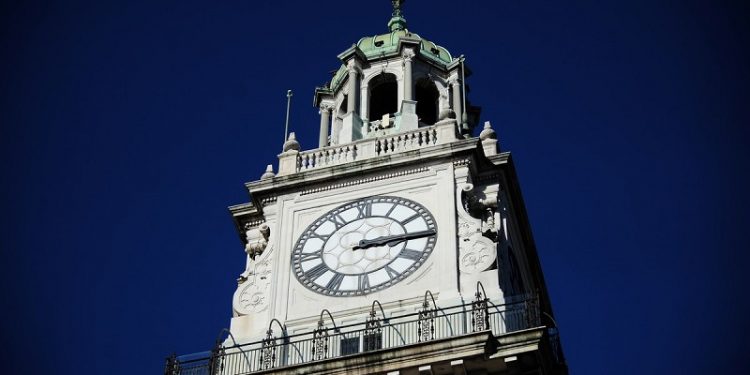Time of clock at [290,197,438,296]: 3:14
